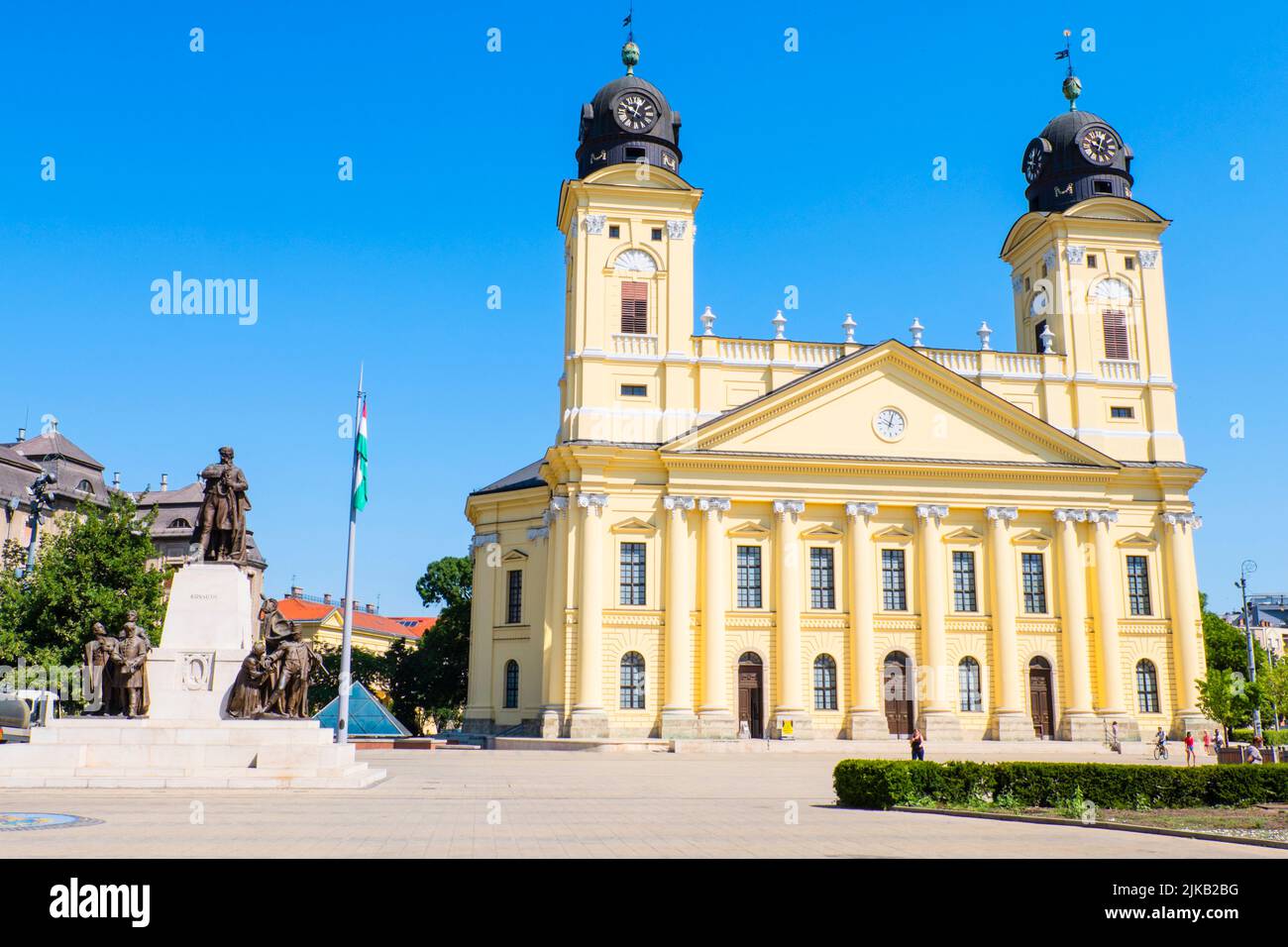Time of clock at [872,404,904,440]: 10:02
